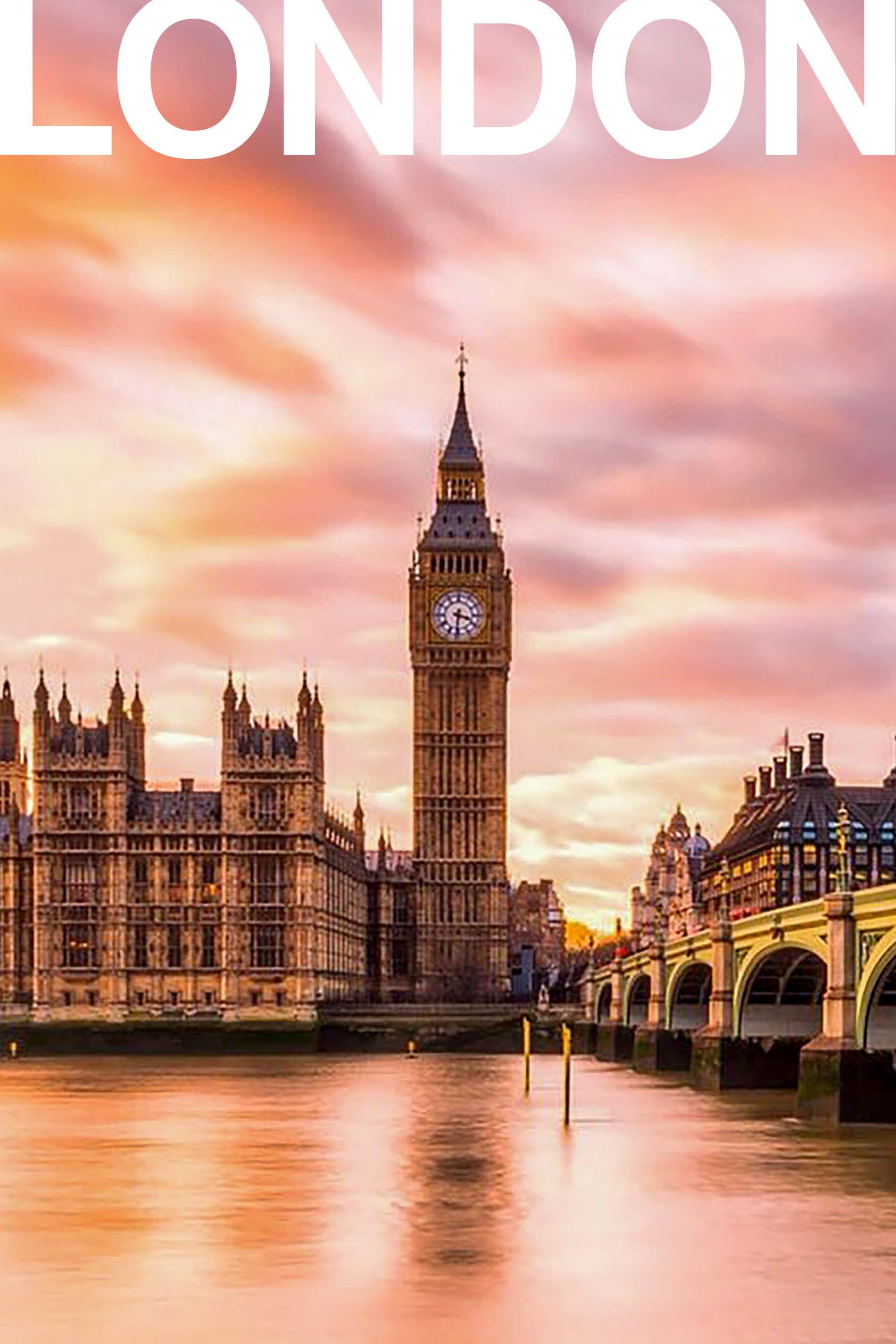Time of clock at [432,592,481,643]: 3:31
